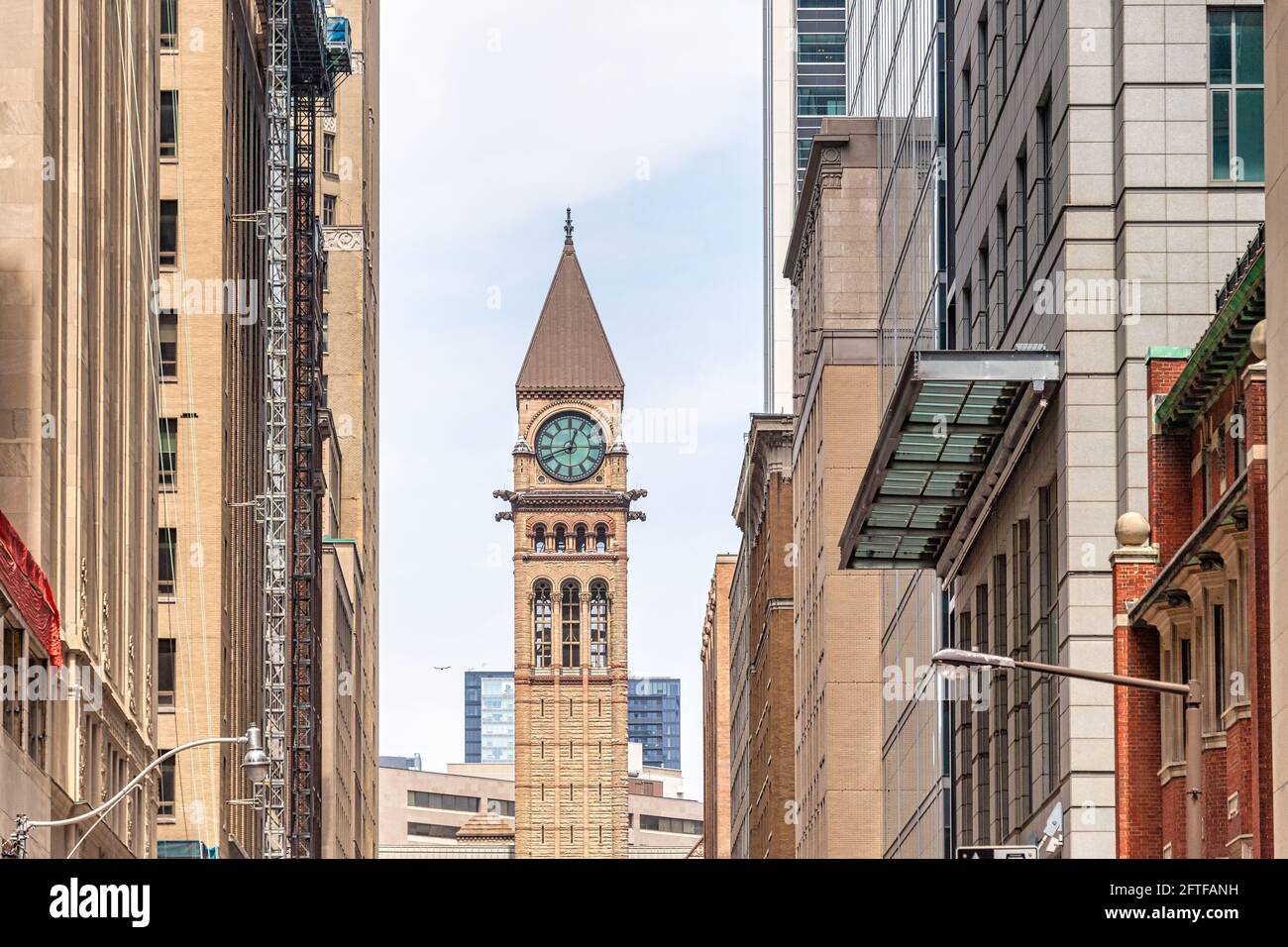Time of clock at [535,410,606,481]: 12:41
